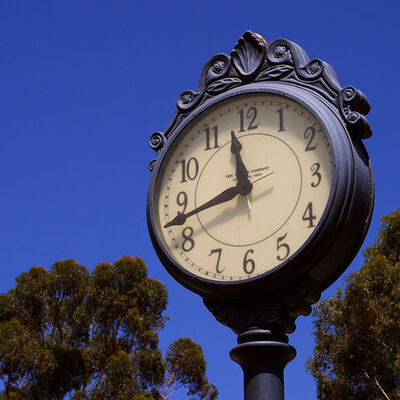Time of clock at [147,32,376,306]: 11:42
